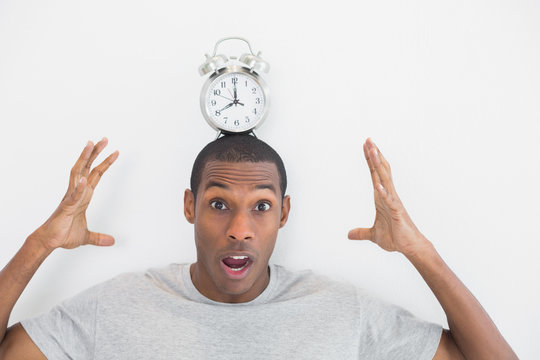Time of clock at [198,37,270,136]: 8:00
